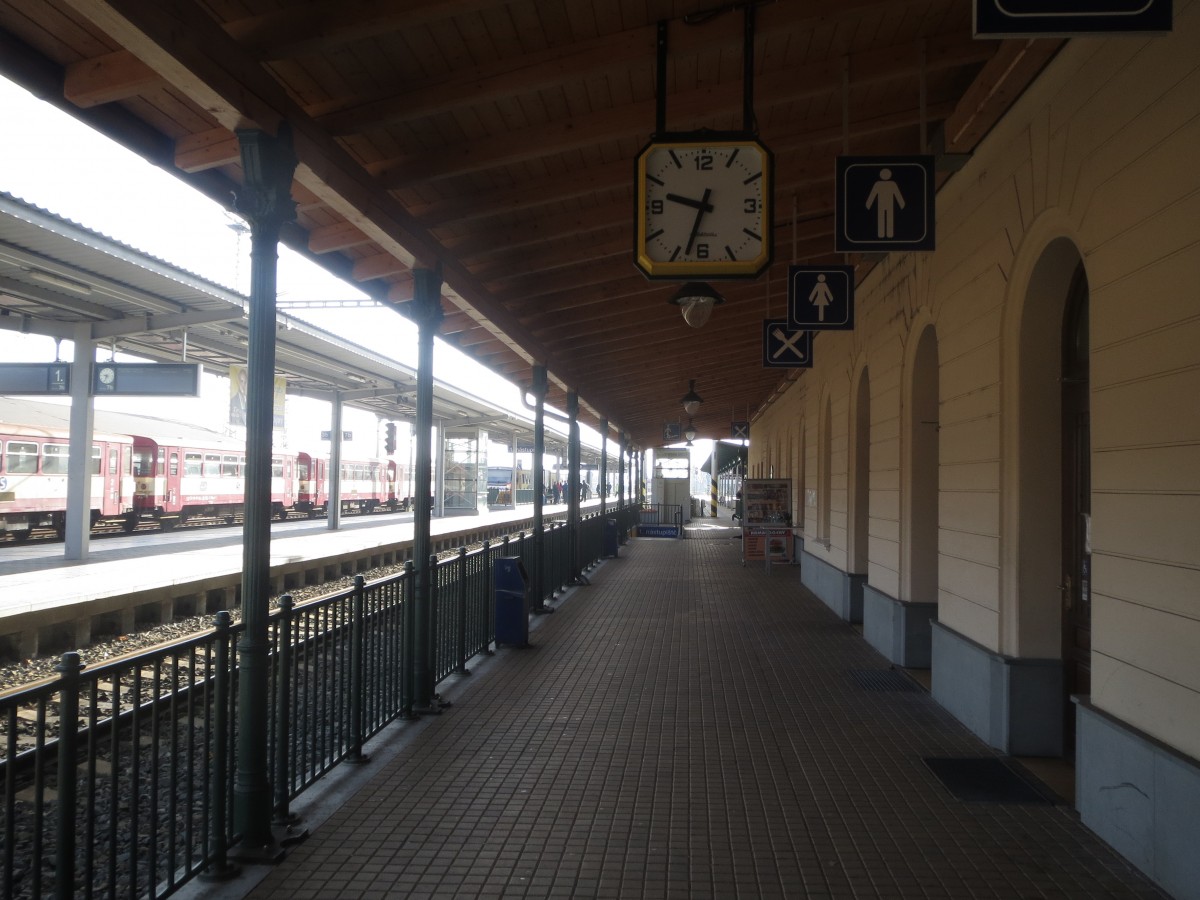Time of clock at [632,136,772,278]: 9:33
